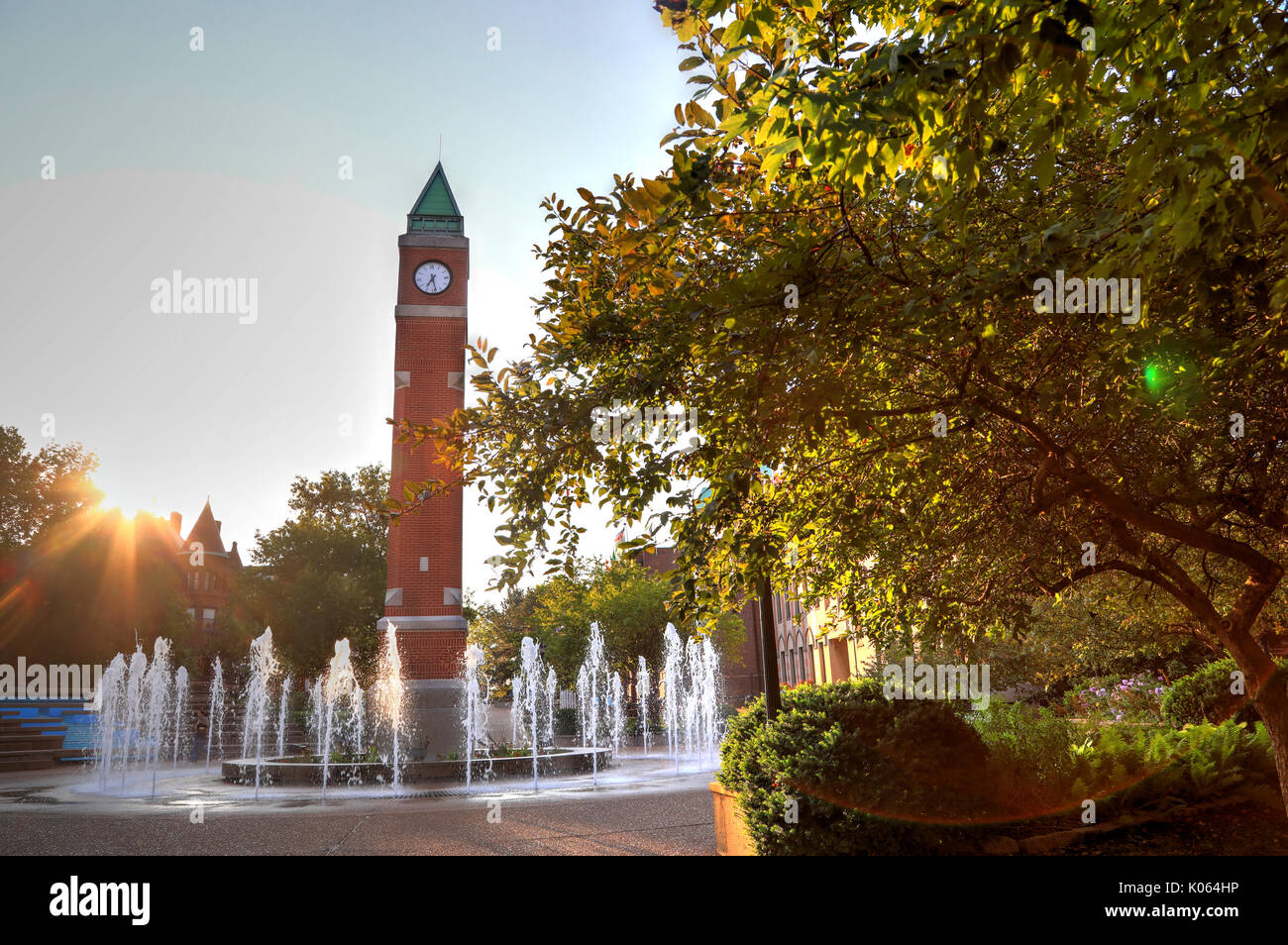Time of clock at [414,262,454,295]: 7:28
